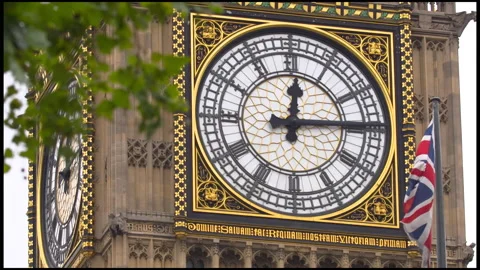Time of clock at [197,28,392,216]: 12:14
